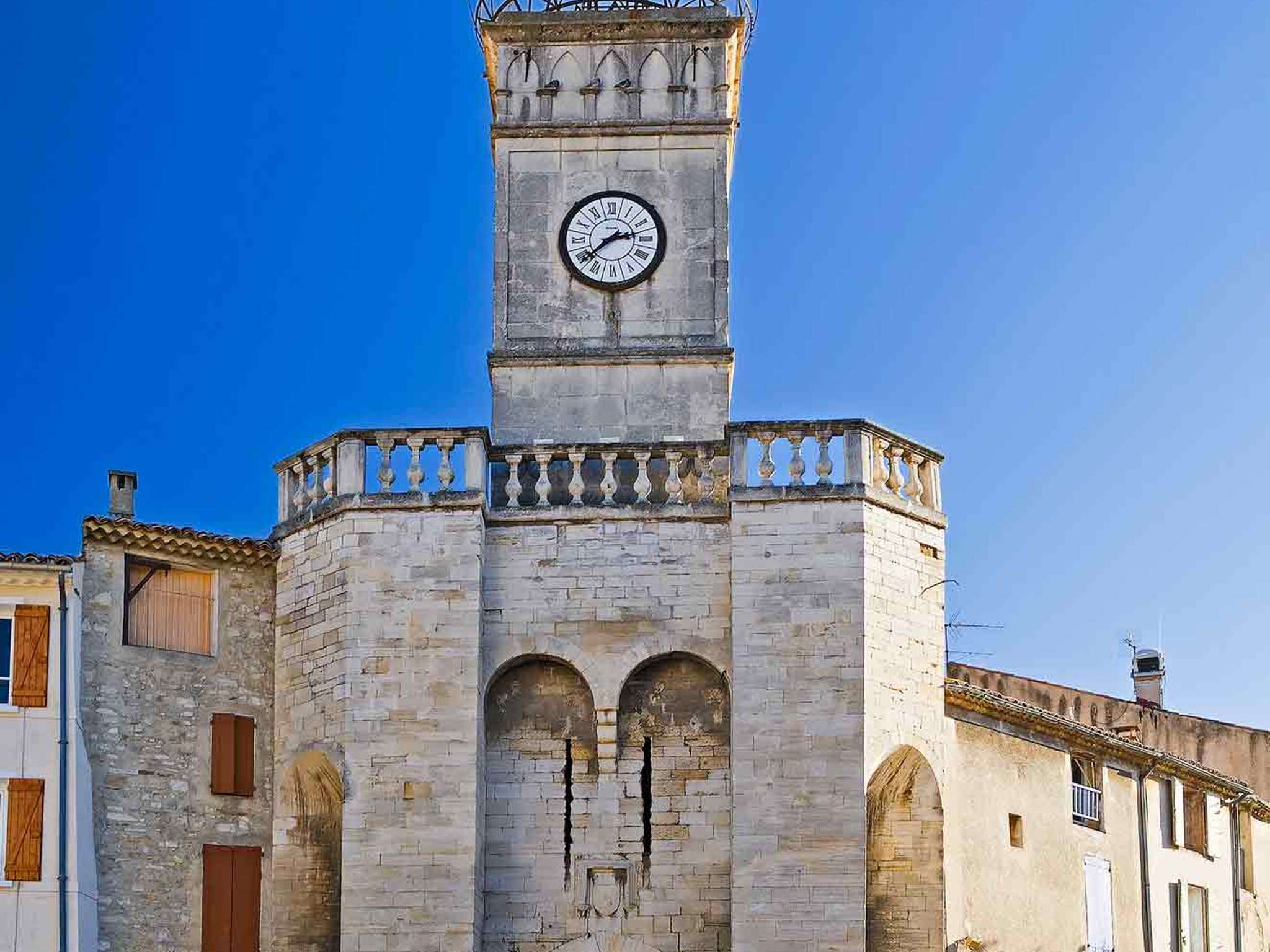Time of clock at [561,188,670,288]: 2:38
